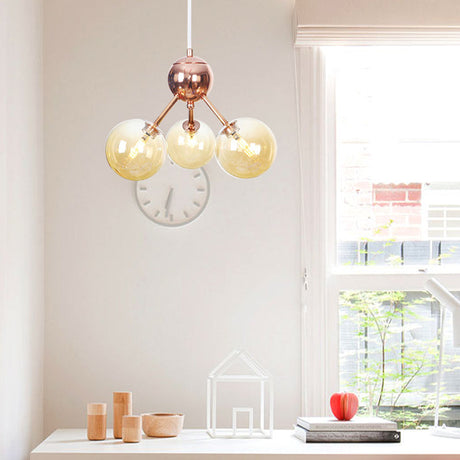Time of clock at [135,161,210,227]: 6:32
